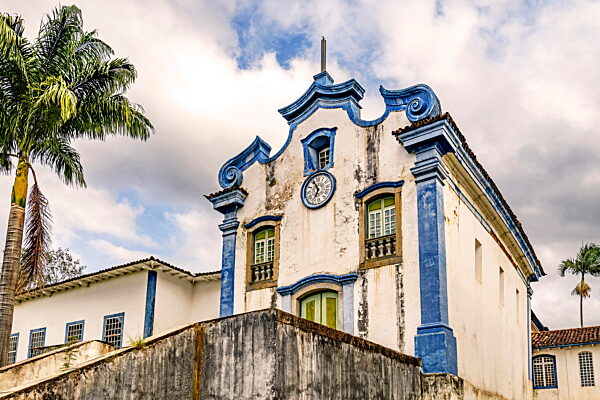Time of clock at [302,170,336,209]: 6:55
